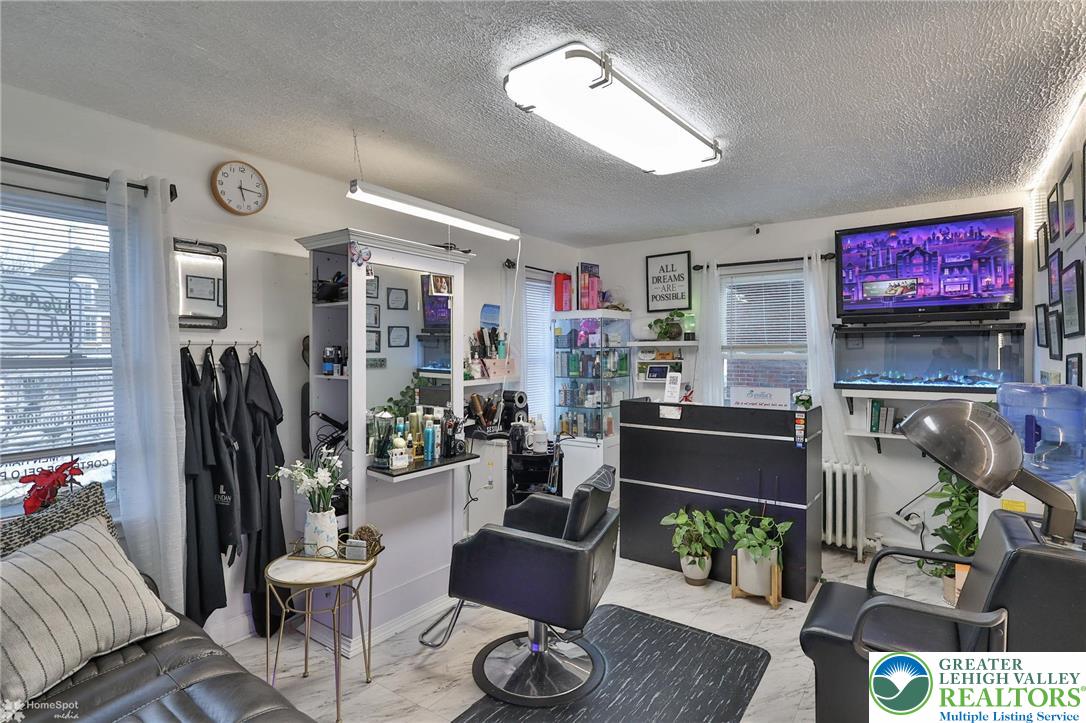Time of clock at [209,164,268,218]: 5:14
